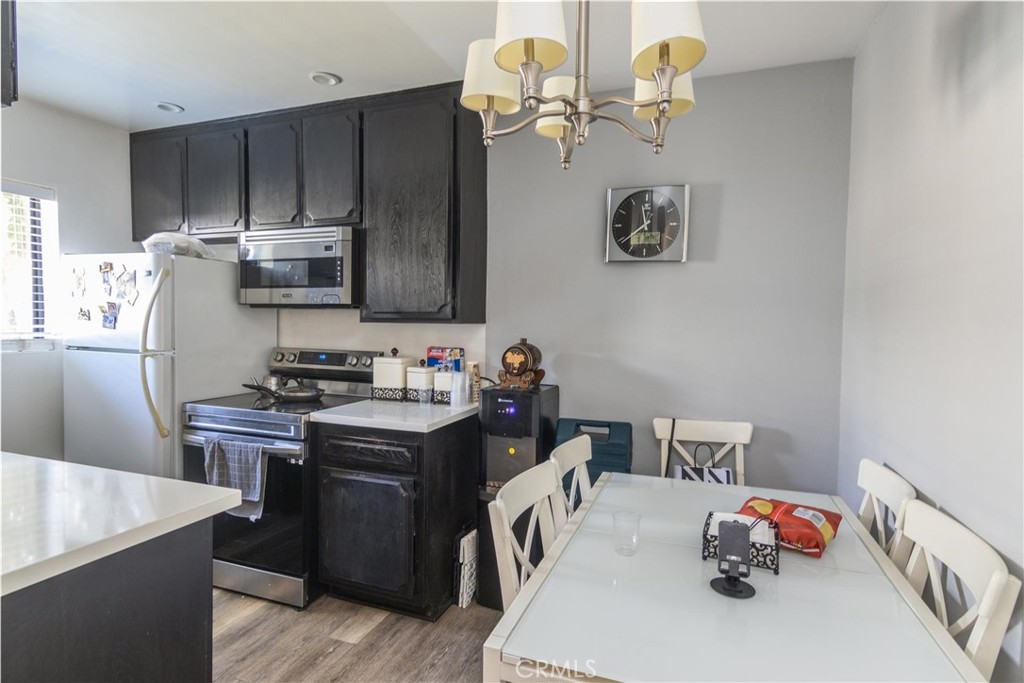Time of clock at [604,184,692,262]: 11:39
